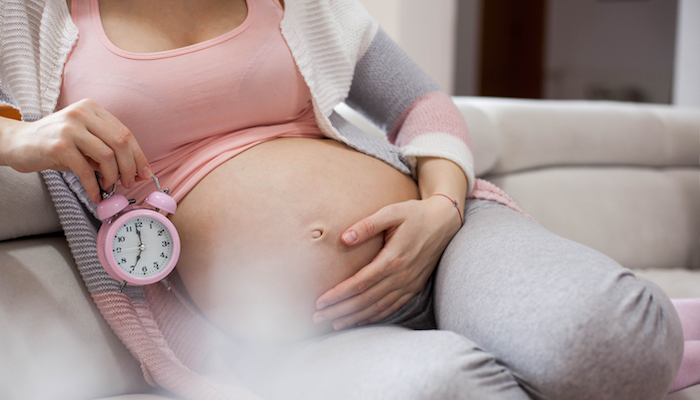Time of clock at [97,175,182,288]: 6:58
